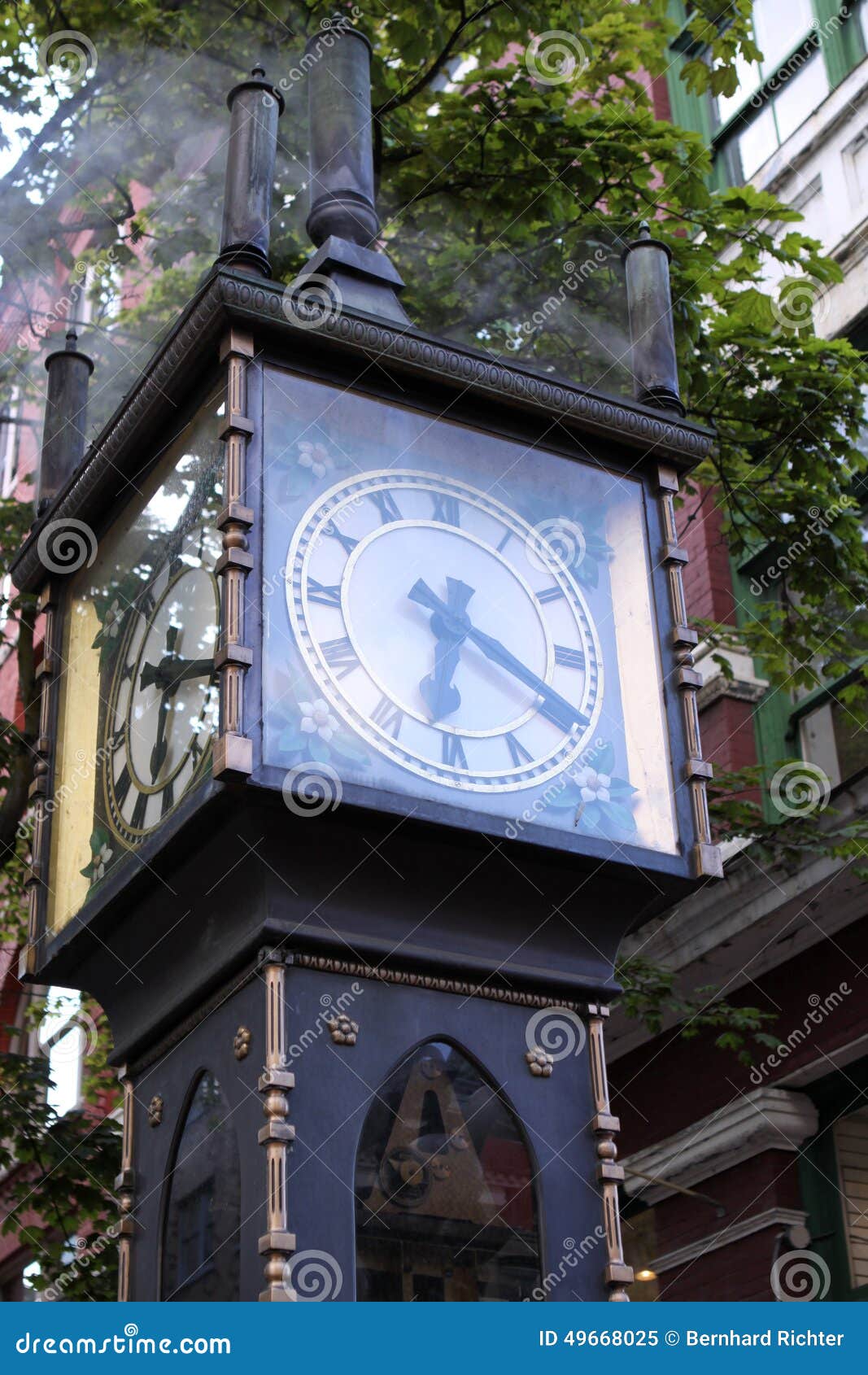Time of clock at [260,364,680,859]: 6:19
